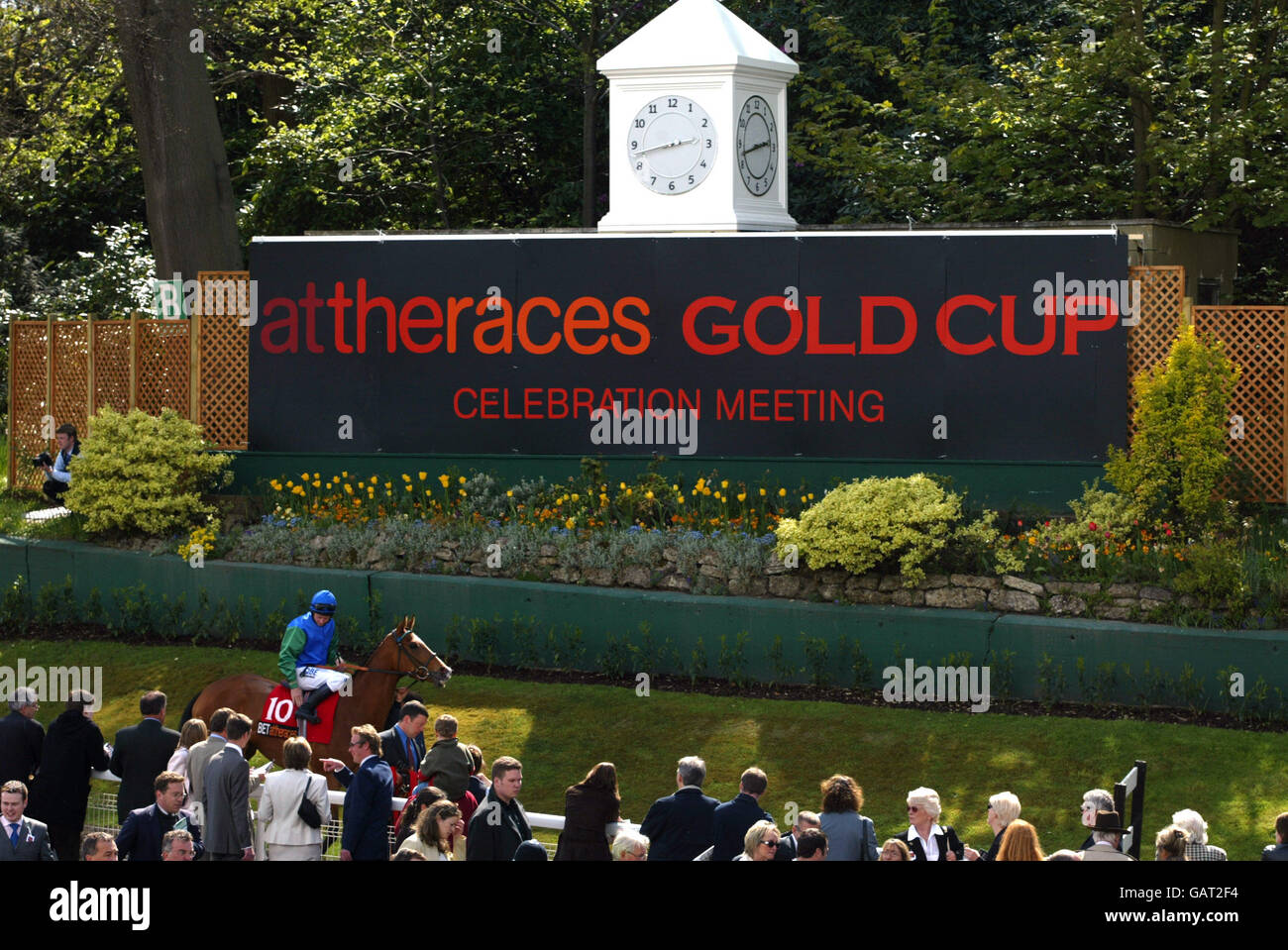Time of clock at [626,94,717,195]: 2:42
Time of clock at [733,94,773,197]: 2:42
